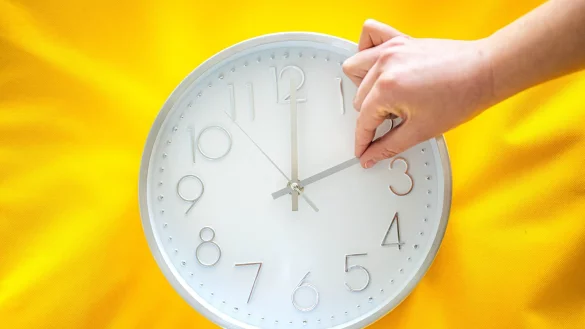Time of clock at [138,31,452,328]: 12:11
